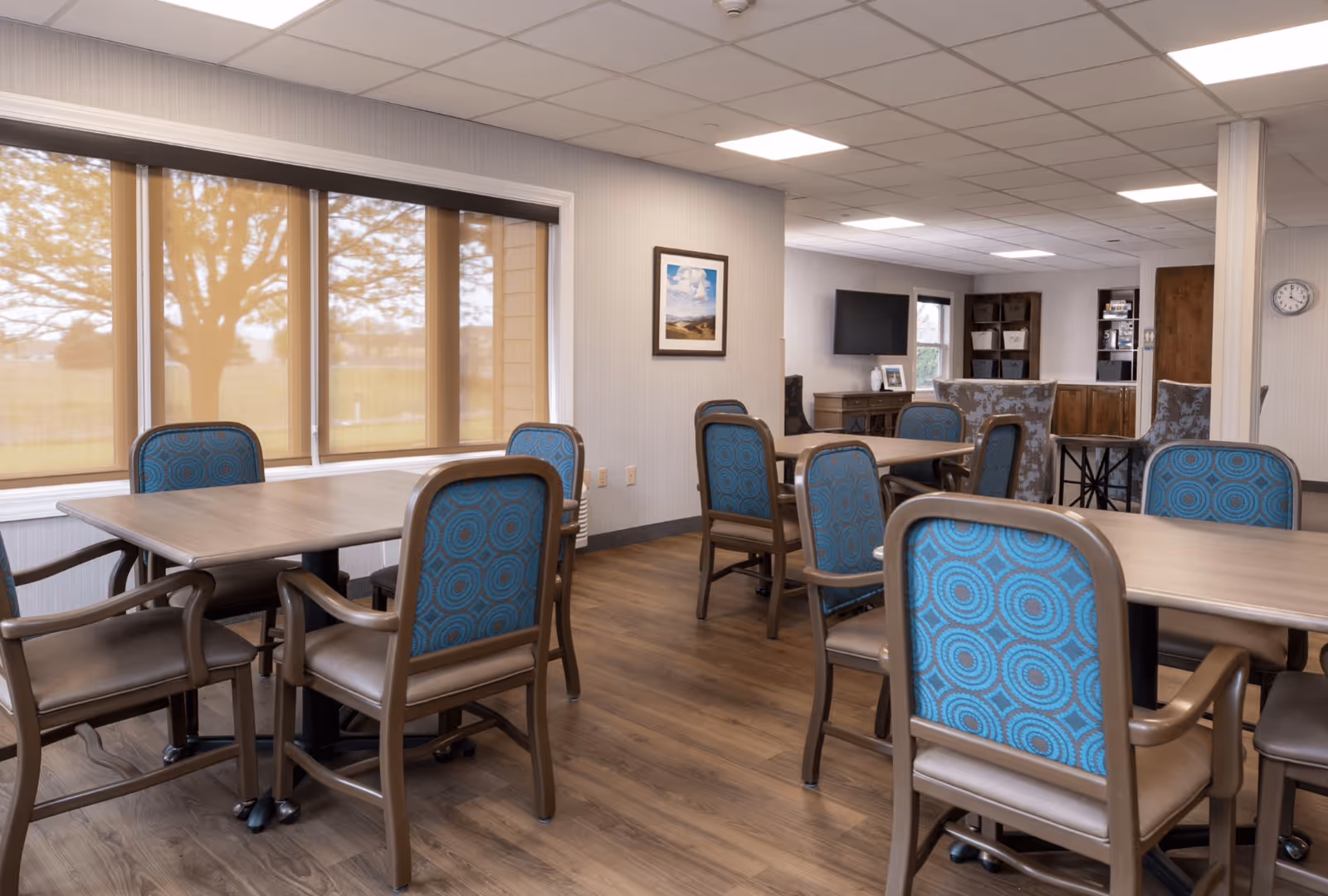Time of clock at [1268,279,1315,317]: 4:00
